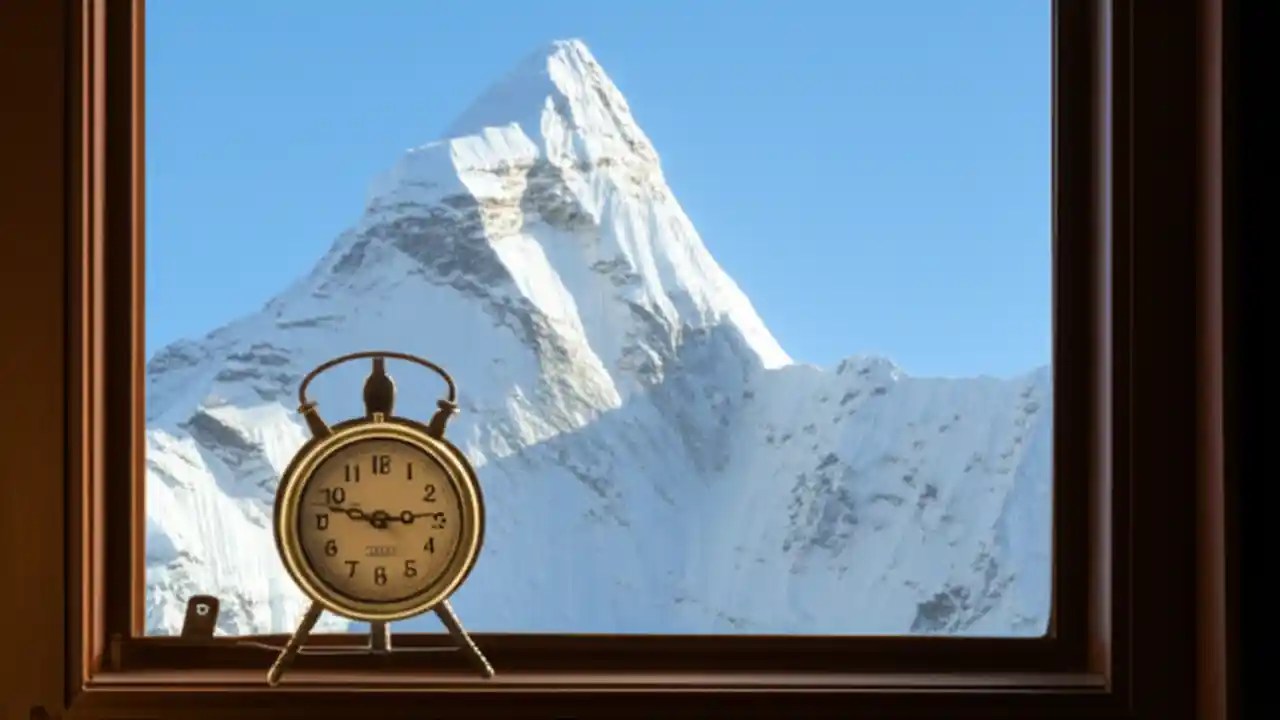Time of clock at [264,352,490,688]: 2:48
